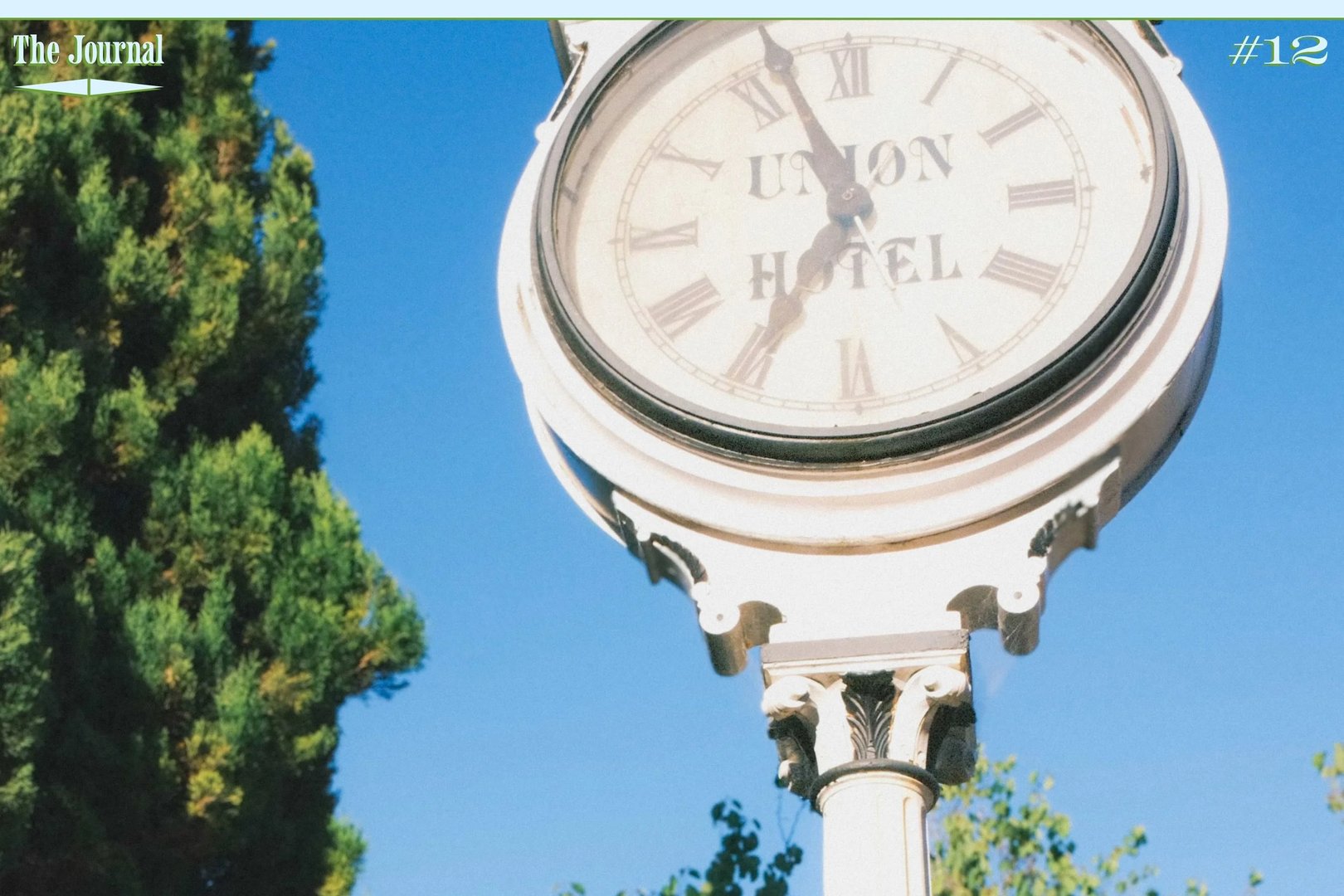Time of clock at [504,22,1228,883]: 6:56
